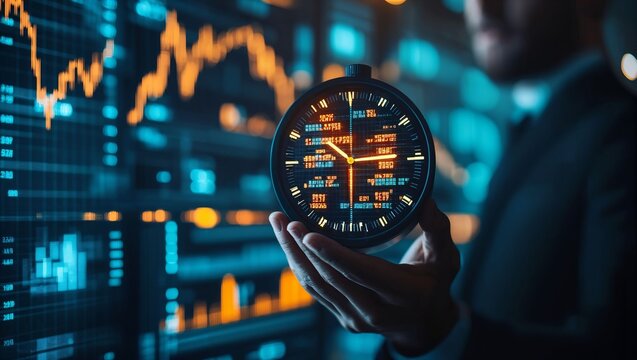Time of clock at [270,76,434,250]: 10:14
